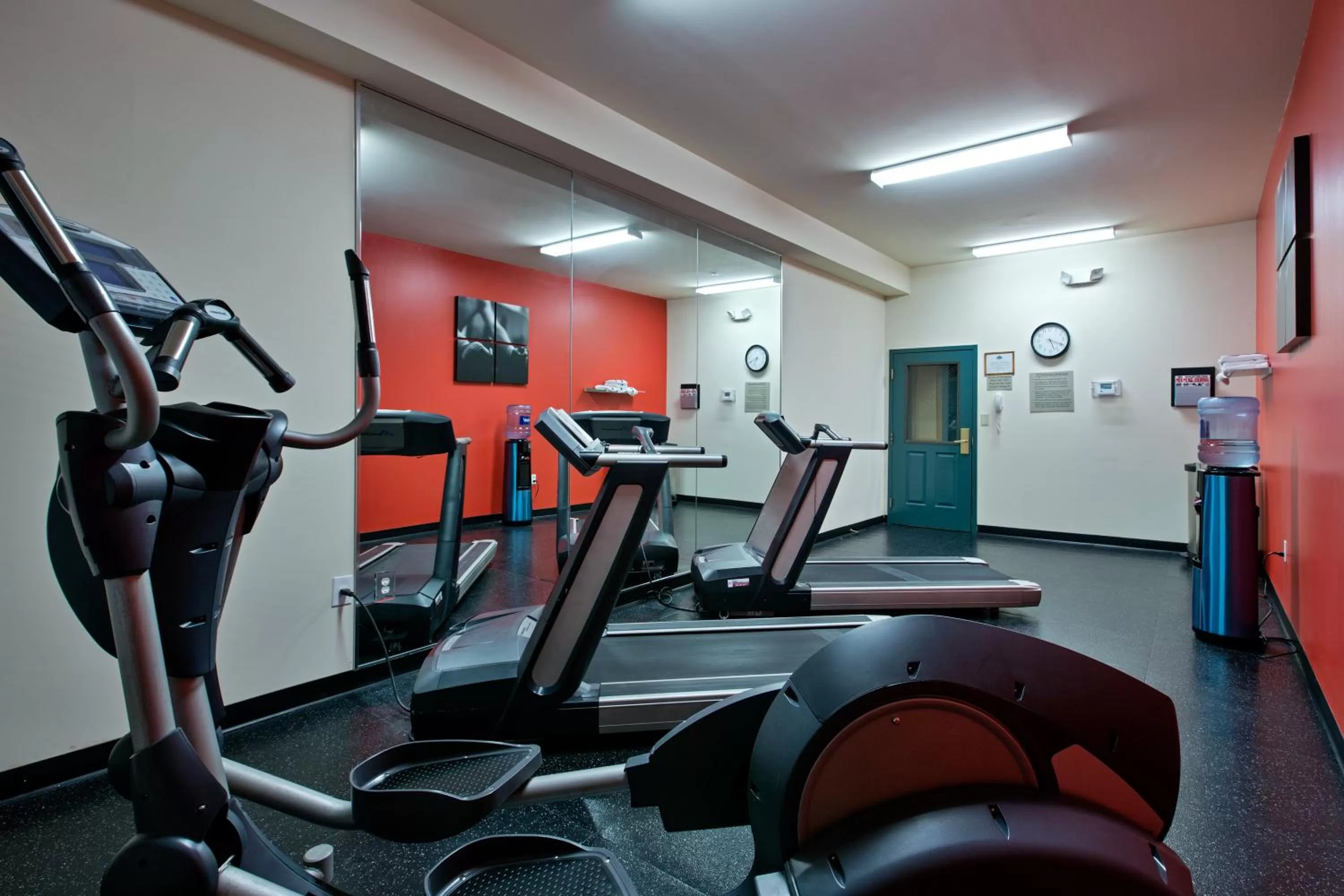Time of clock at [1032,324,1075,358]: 5:19
